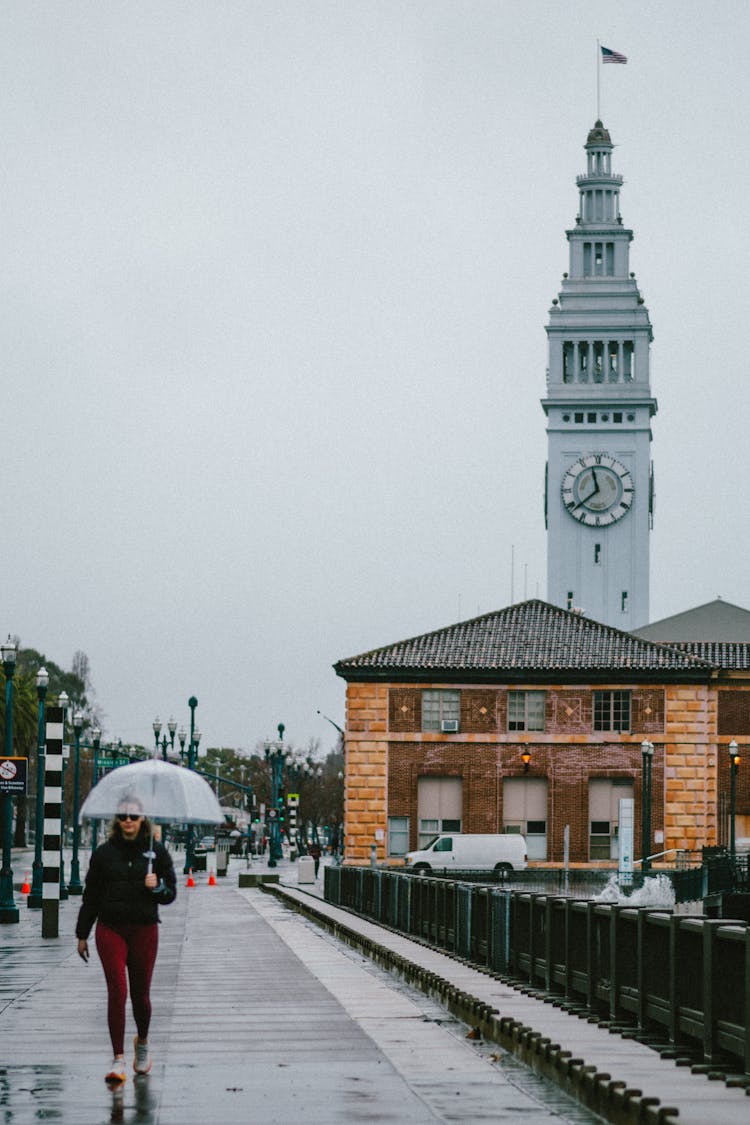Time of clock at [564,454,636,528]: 11:38
